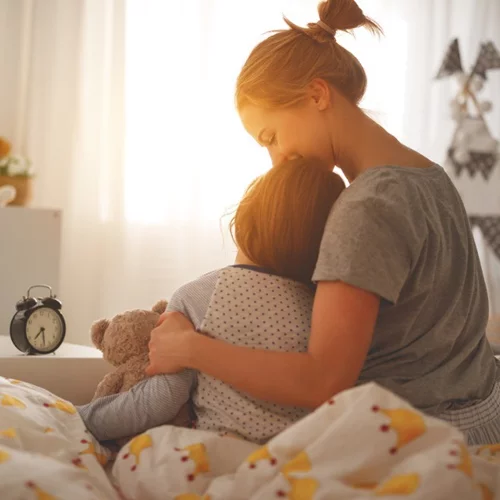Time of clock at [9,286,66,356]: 7:28
